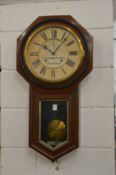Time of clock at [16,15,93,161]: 10:07
